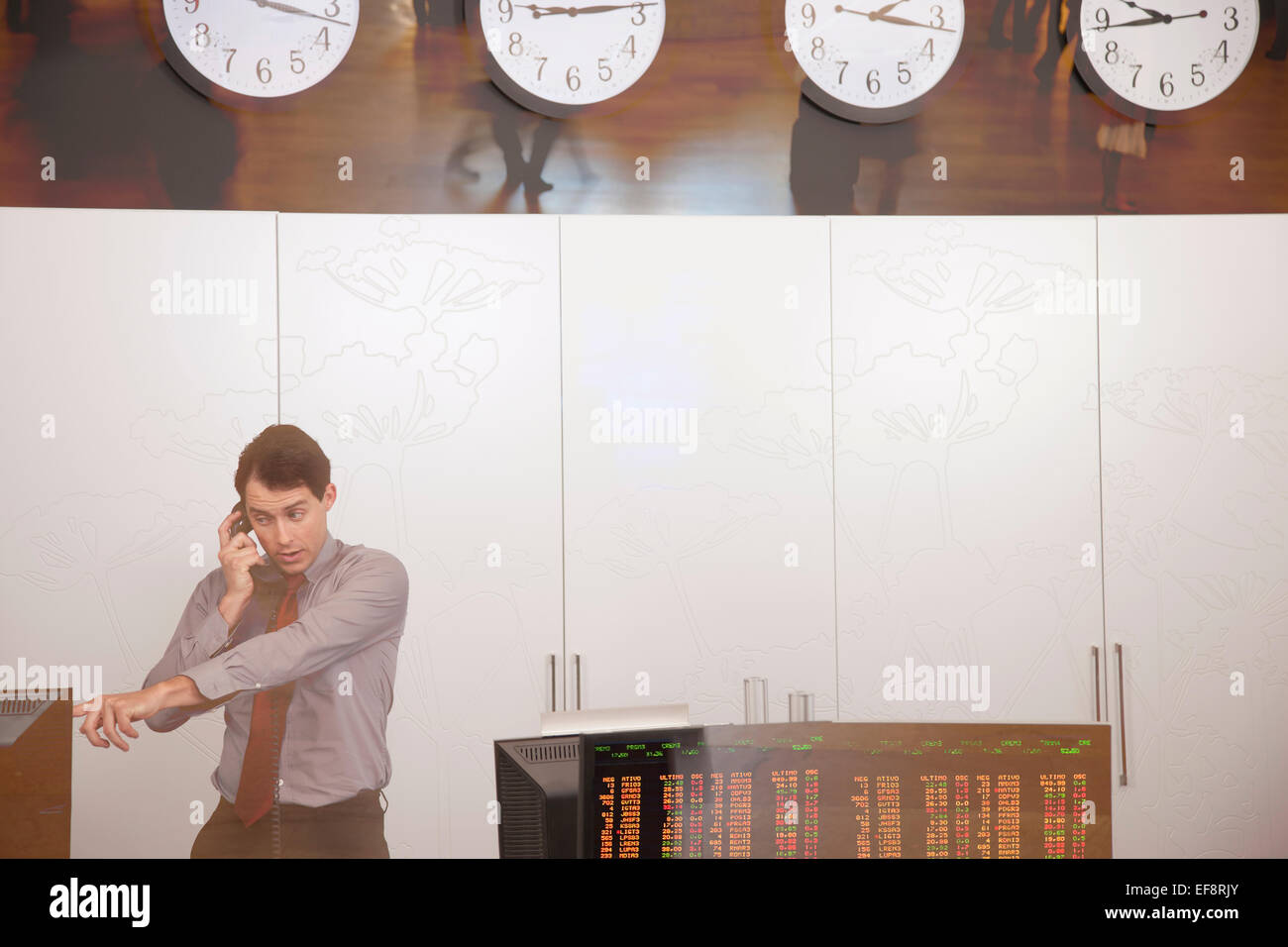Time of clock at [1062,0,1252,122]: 9:43
